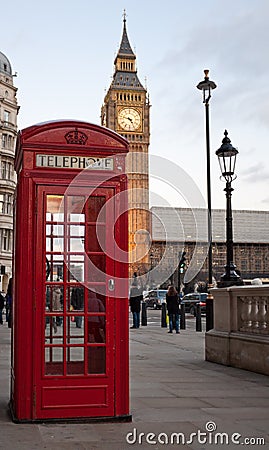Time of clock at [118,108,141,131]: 4:47
